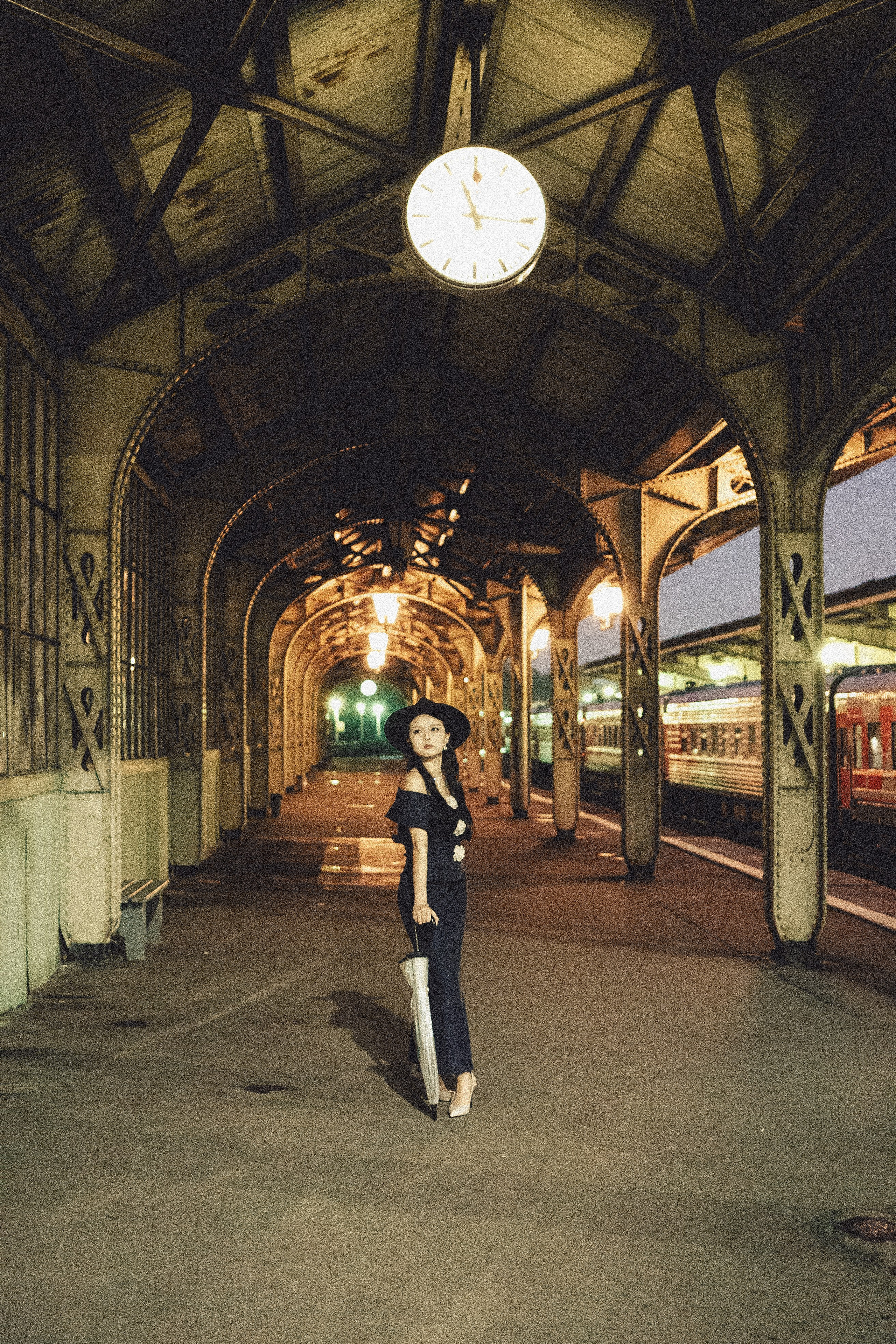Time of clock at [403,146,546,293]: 11:15
